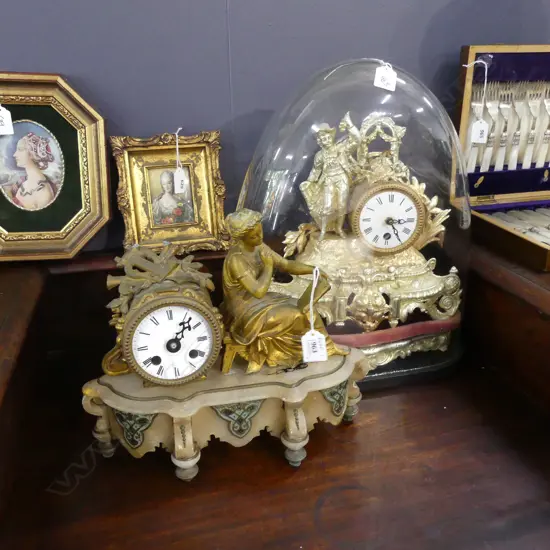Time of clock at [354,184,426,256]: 3:24
